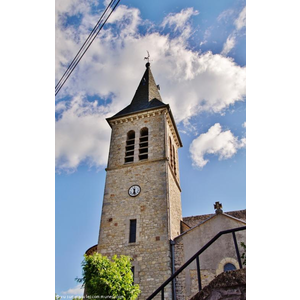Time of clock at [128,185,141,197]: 6:27
